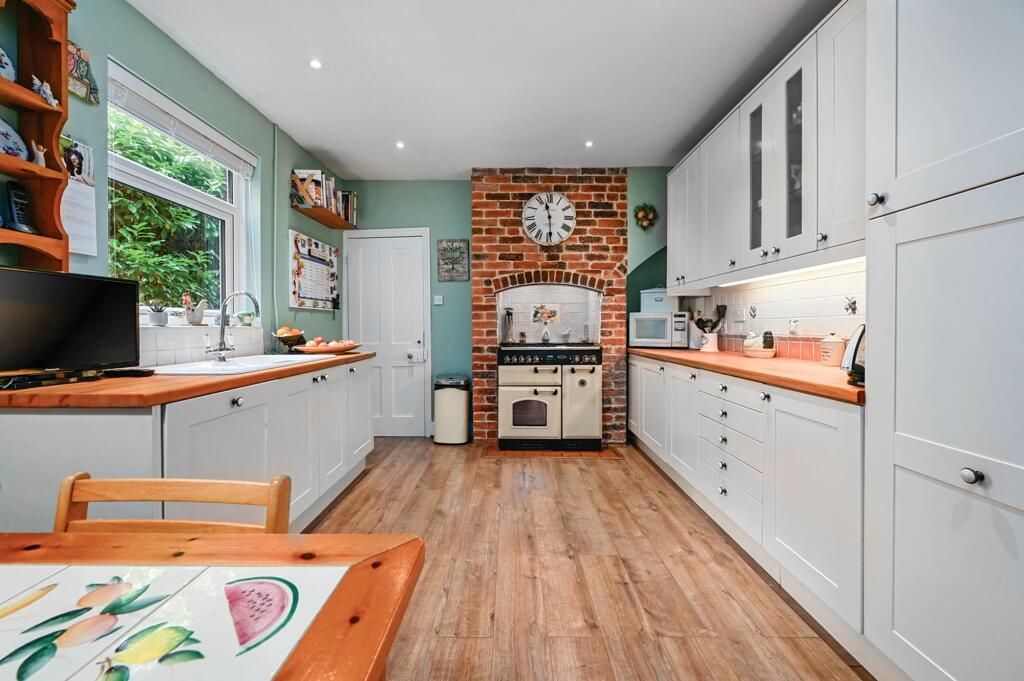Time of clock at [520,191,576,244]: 11:29
